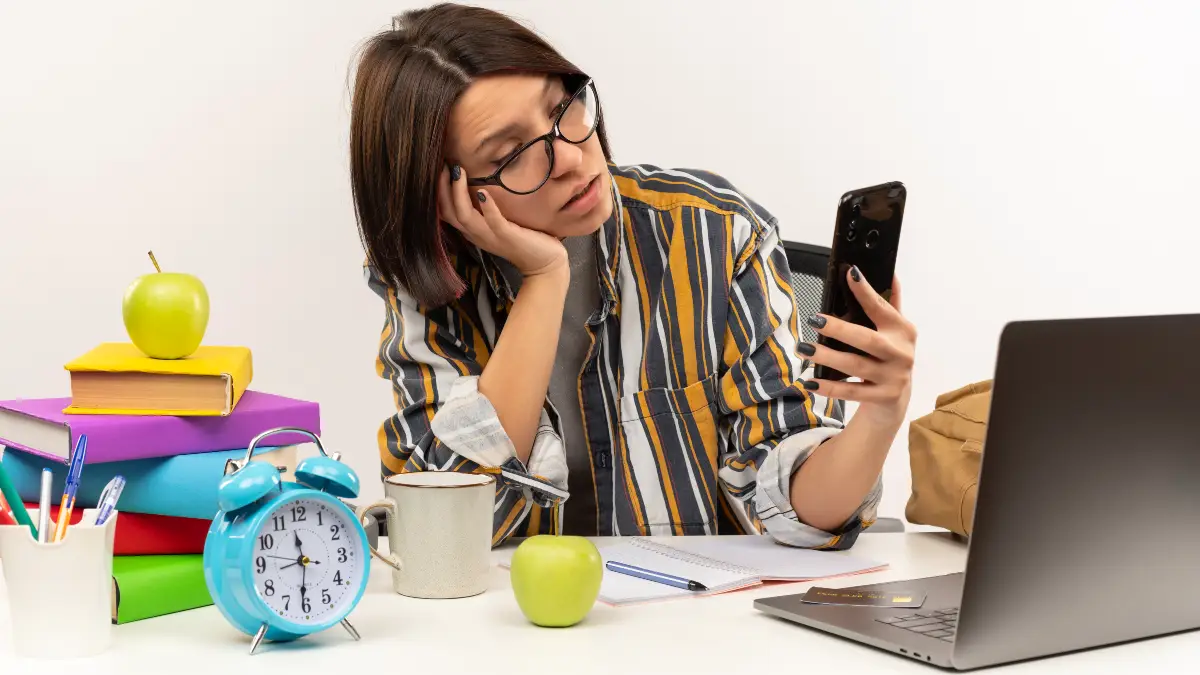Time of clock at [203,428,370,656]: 11:31
